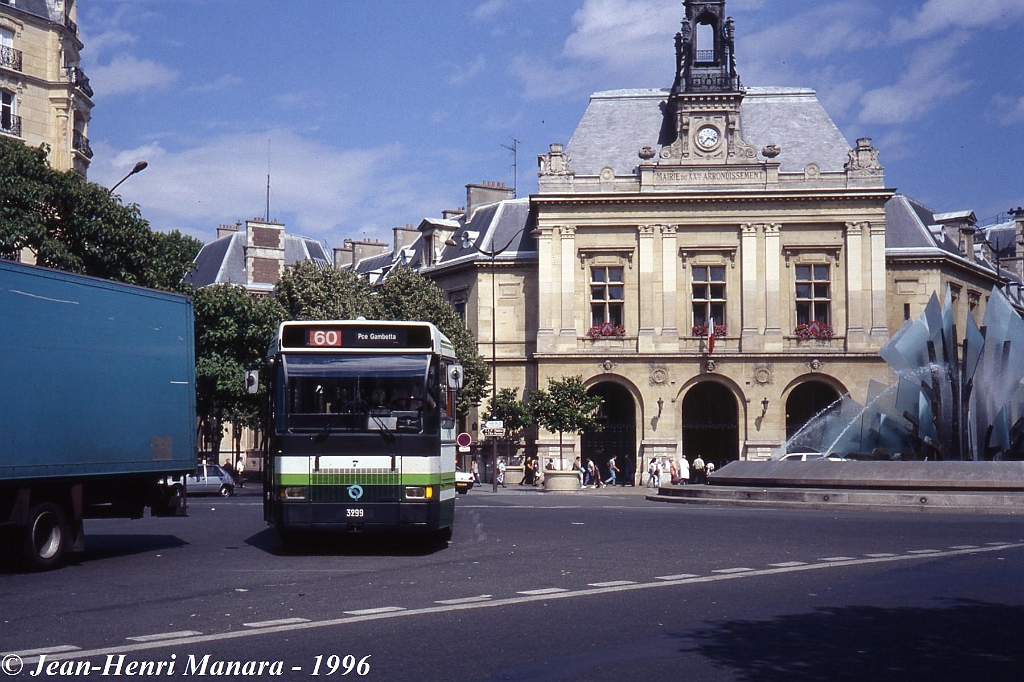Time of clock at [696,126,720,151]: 3:36
